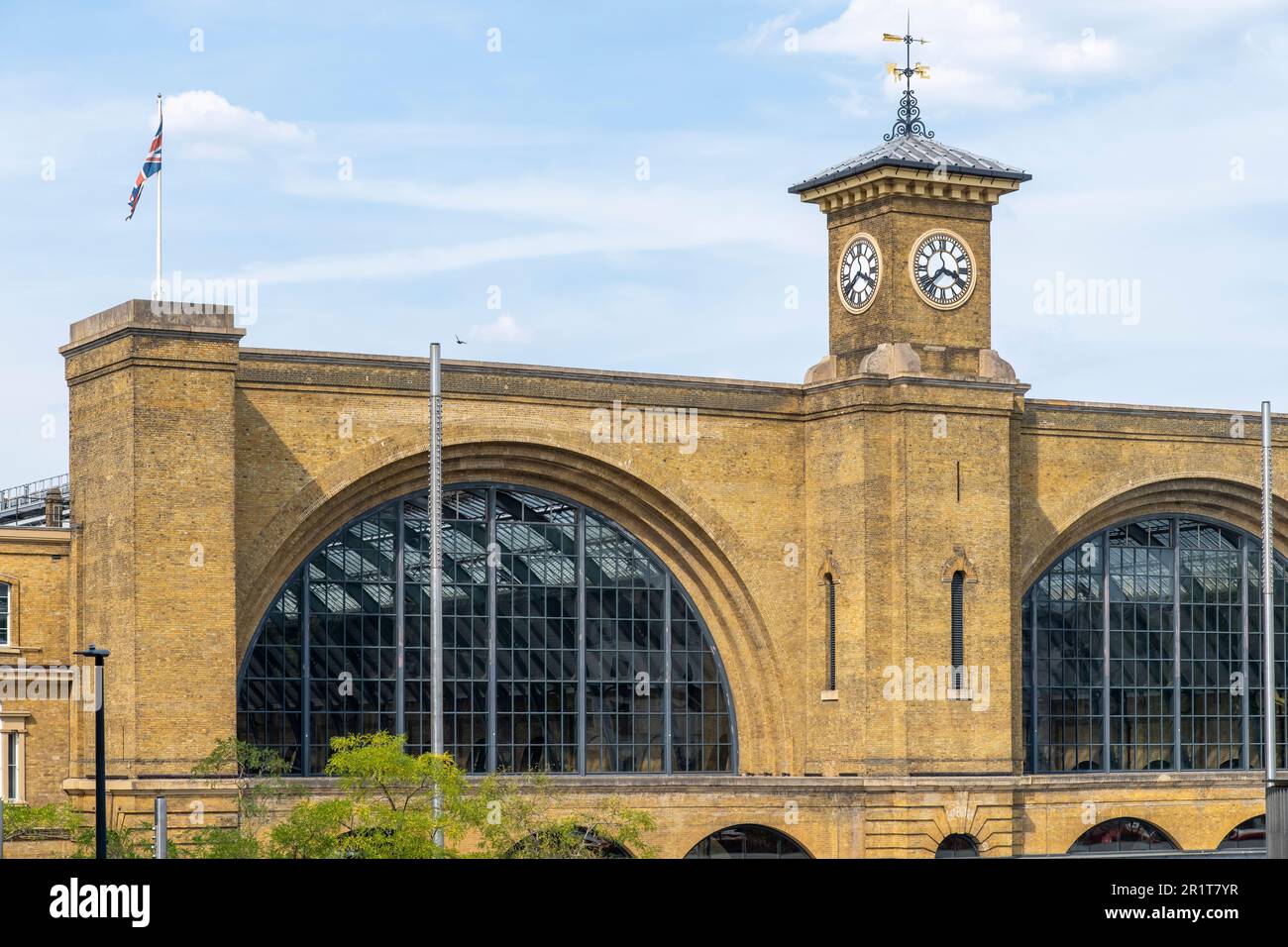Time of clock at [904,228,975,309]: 3:37
